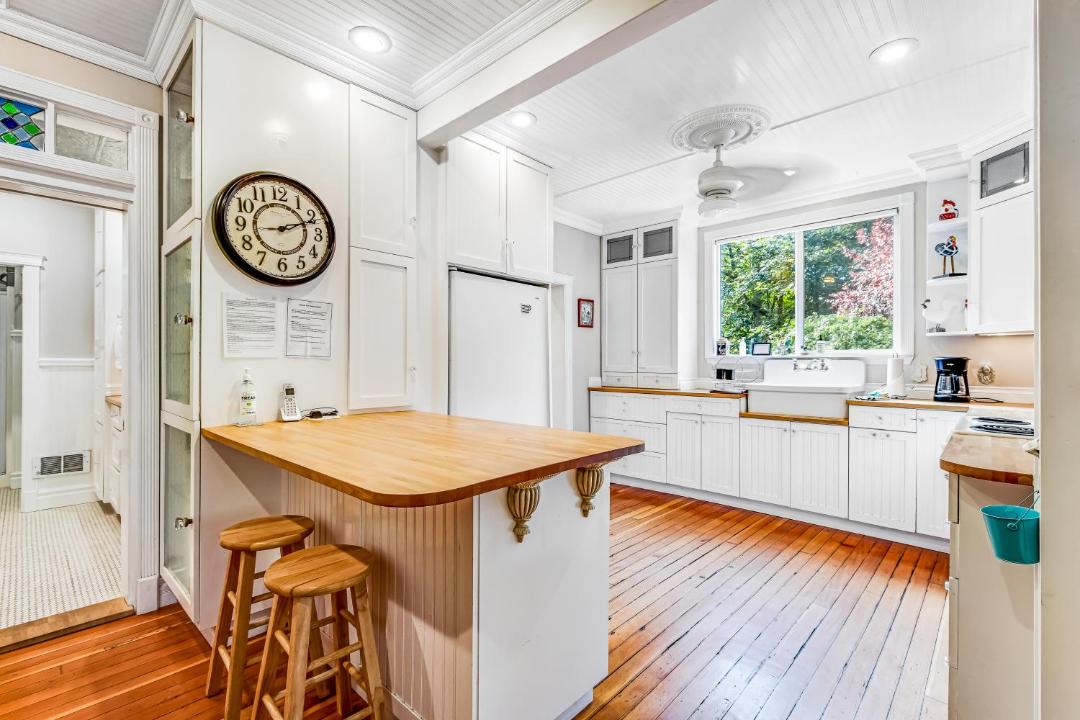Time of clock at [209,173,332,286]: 2:11
